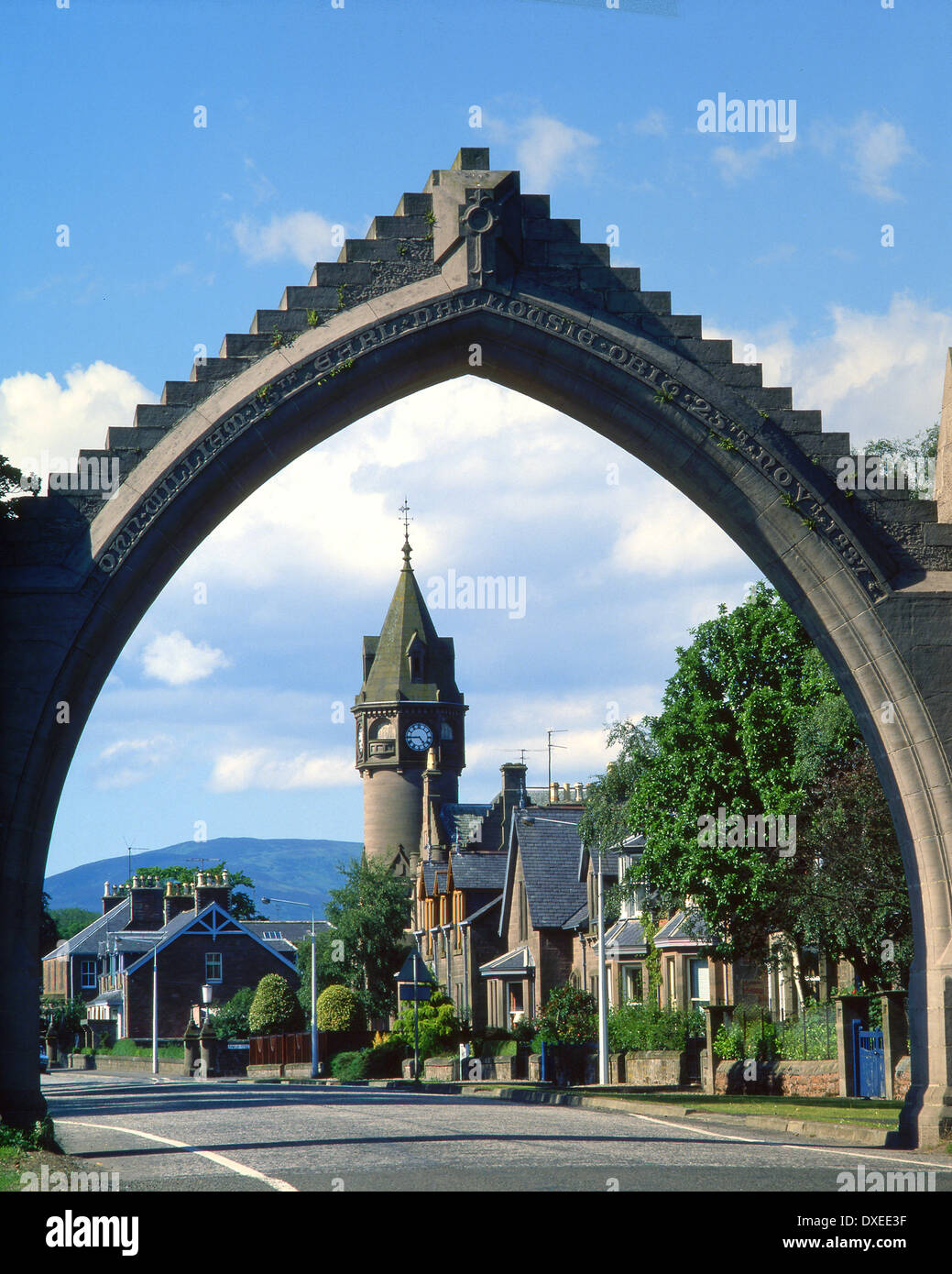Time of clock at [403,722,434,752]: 4:44
